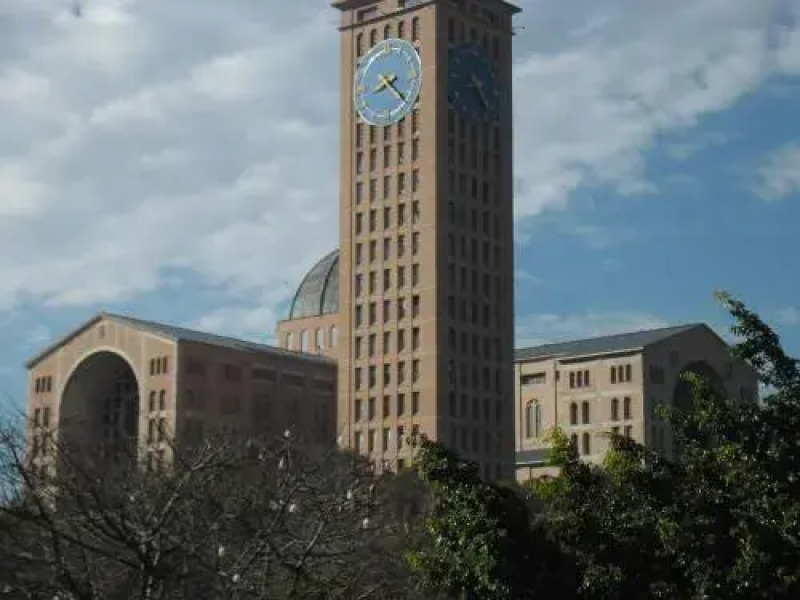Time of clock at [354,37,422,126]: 8:21
